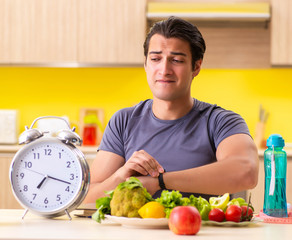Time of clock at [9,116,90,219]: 7:17
